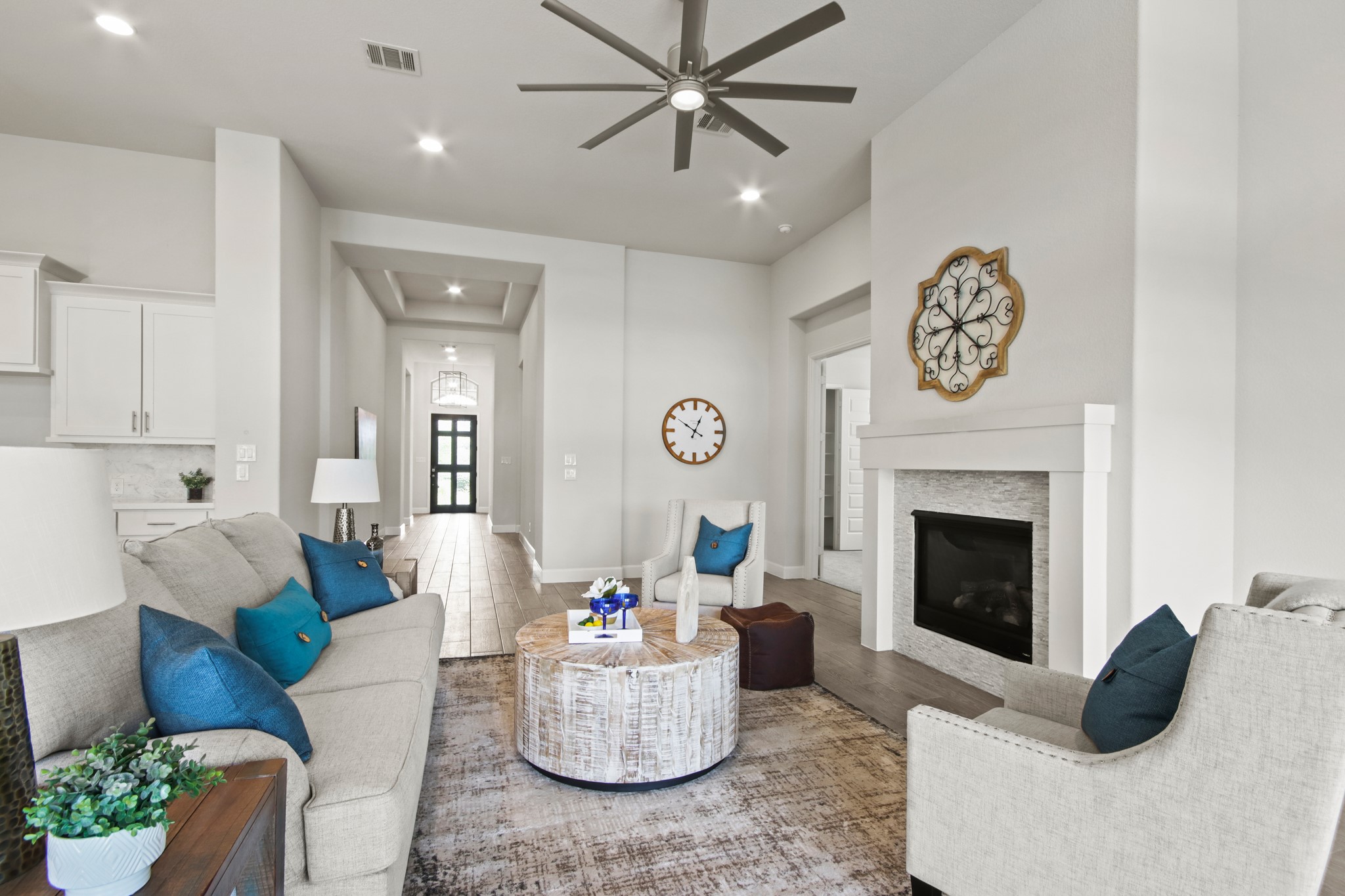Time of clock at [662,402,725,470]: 12:50
